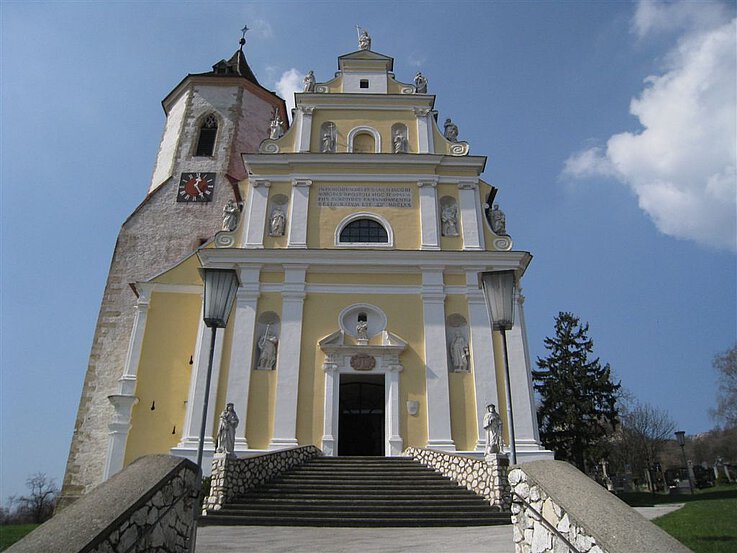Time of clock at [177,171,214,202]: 12:24
